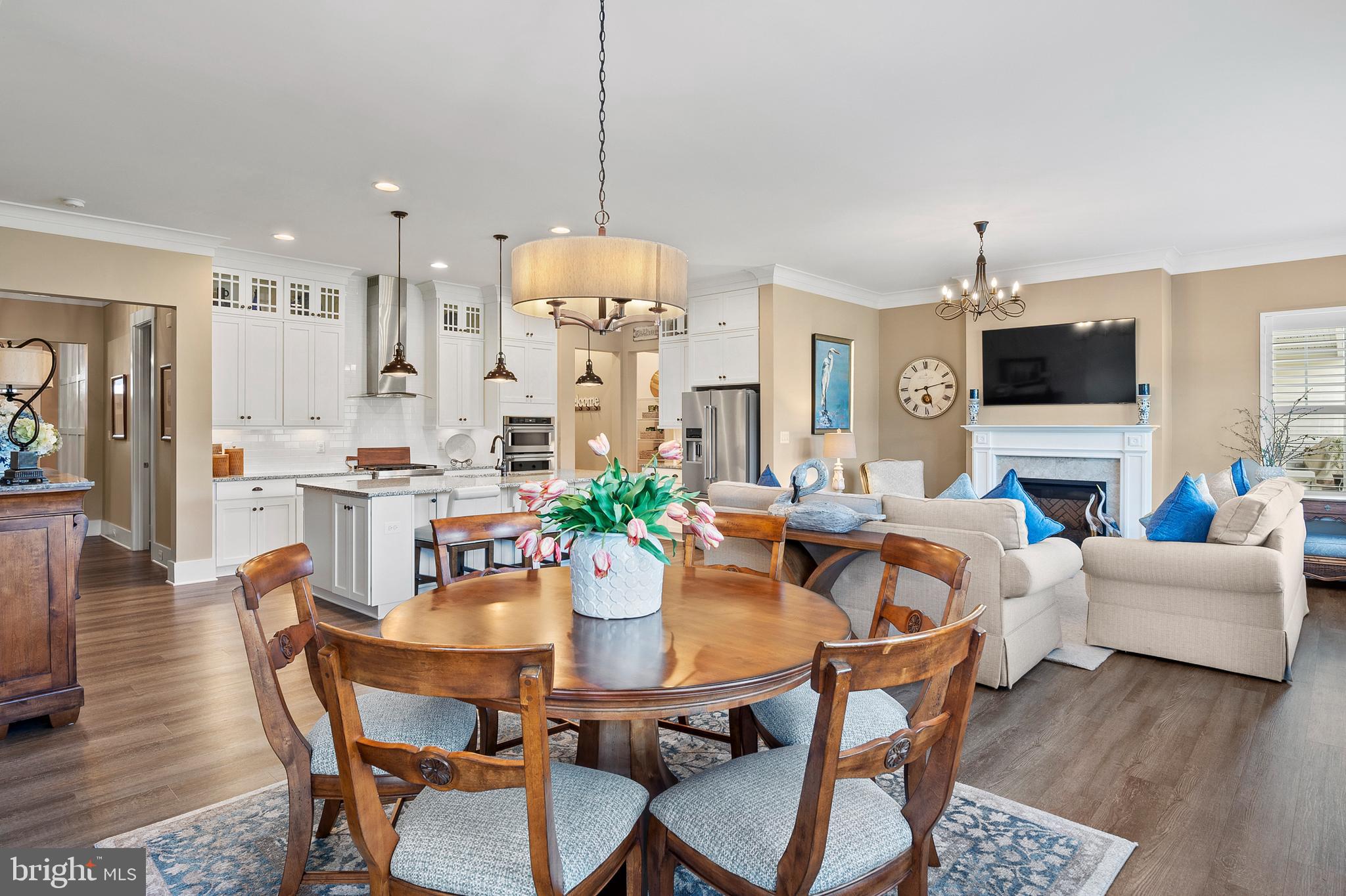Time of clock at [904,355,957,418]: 5:12
